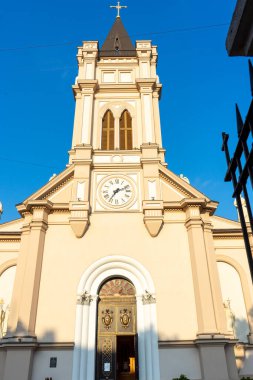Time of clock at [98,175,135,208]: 7:11
